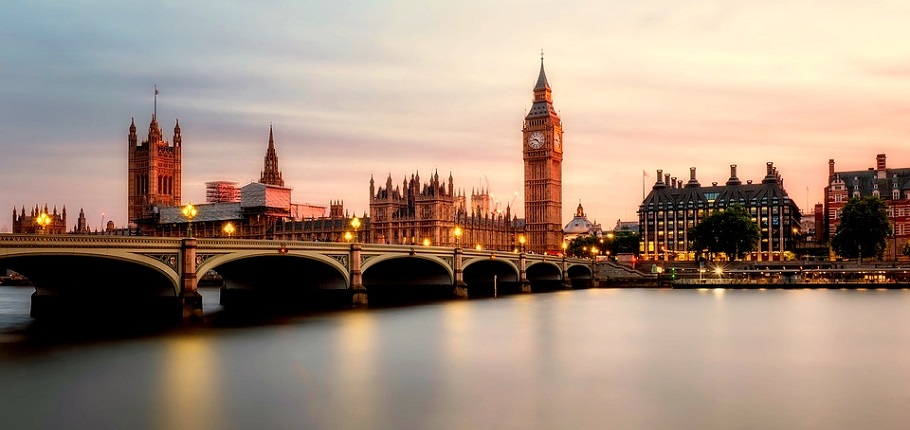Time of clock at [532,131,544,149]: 9:22
